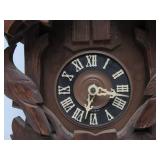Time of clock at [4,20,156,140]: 3:32
